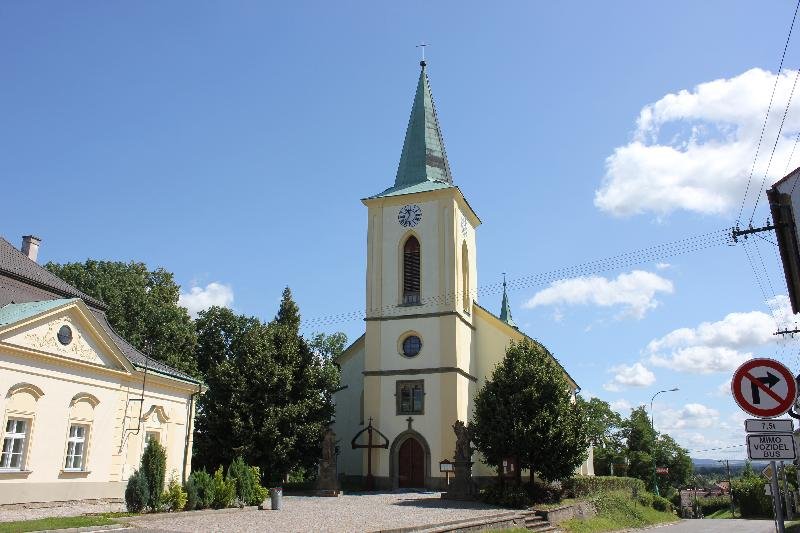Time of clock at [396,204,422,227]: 11:35
